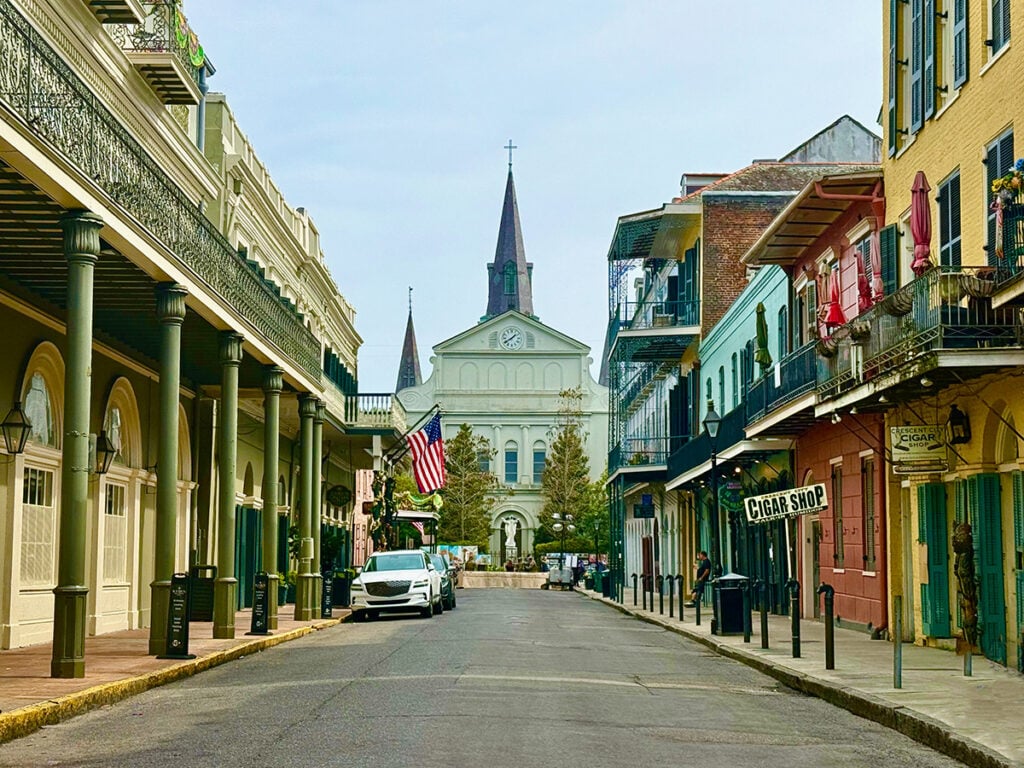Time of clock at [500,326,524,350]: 1:39
